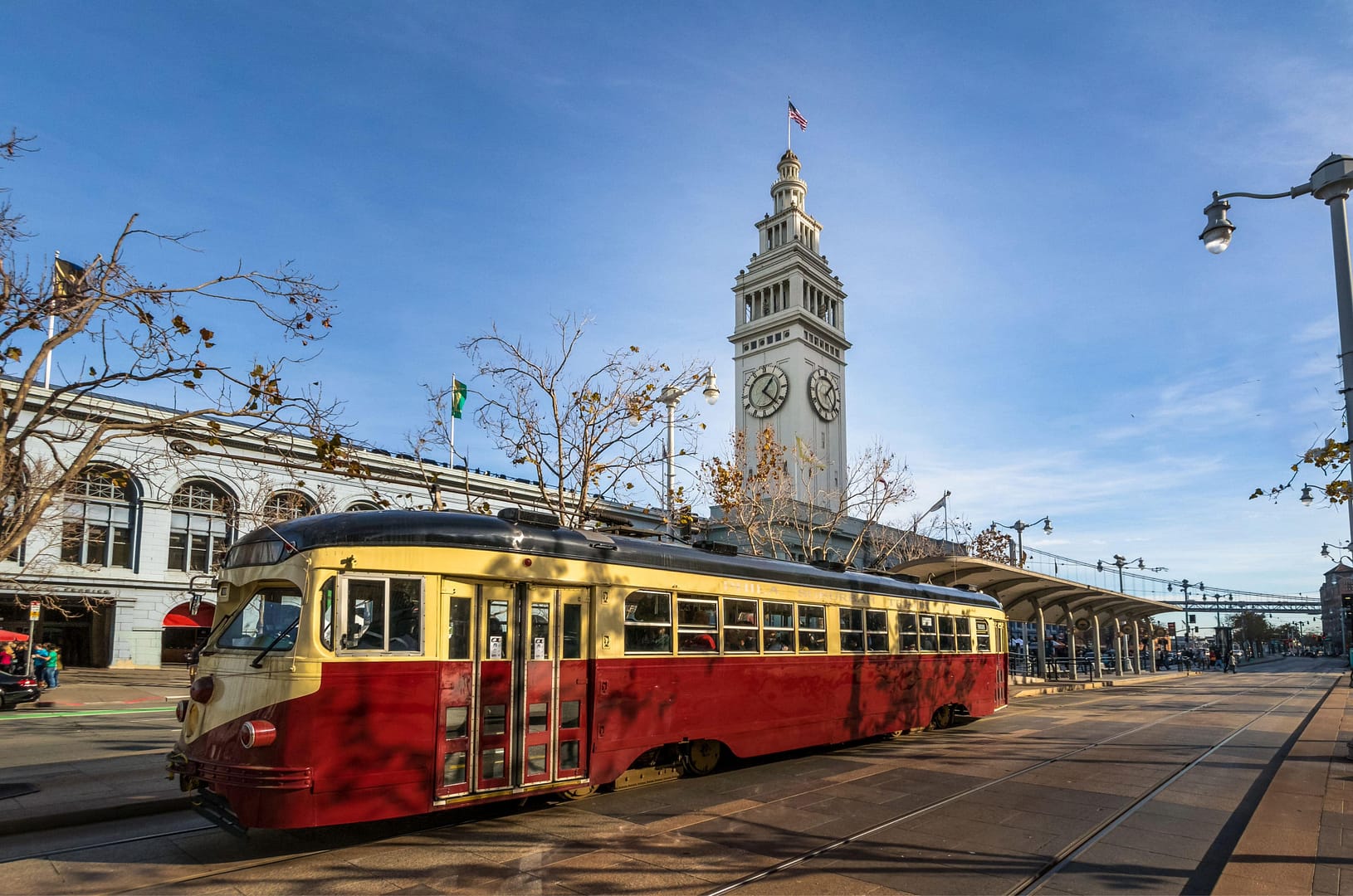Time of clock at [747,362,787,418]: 1:22
